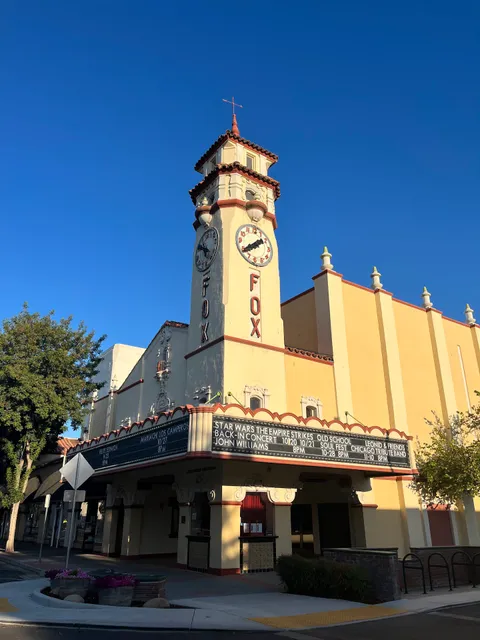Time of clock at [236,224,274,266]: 1:39
